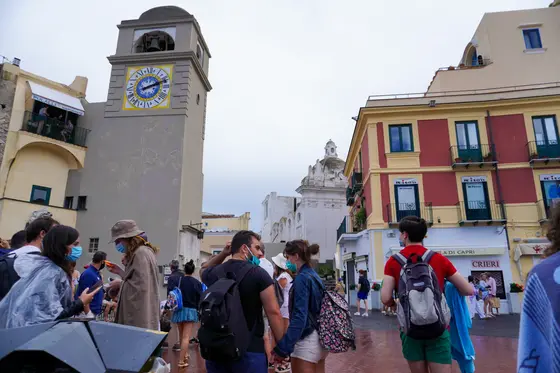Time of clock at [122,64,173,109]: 2:11
